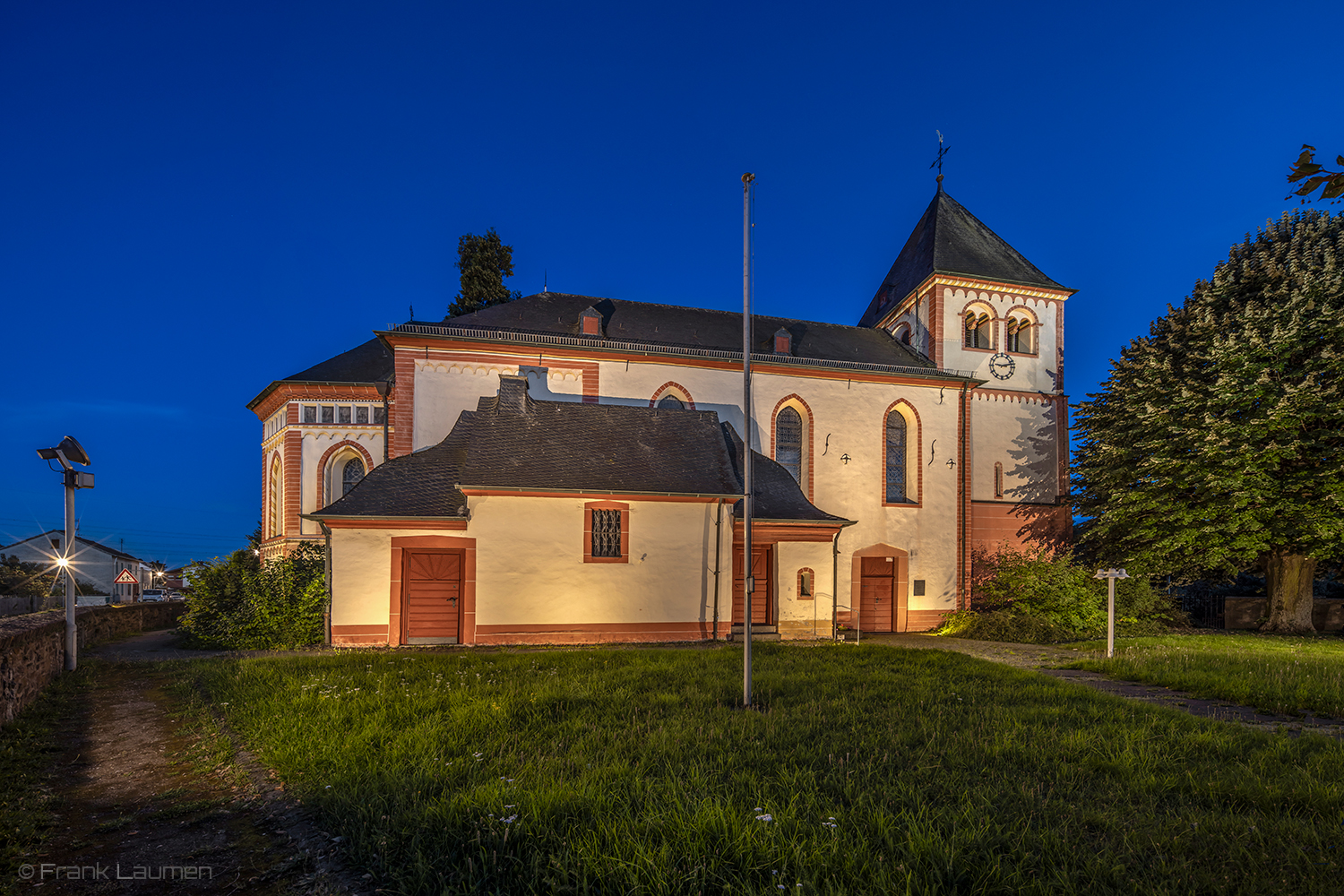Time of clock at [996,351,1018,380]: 9:12
